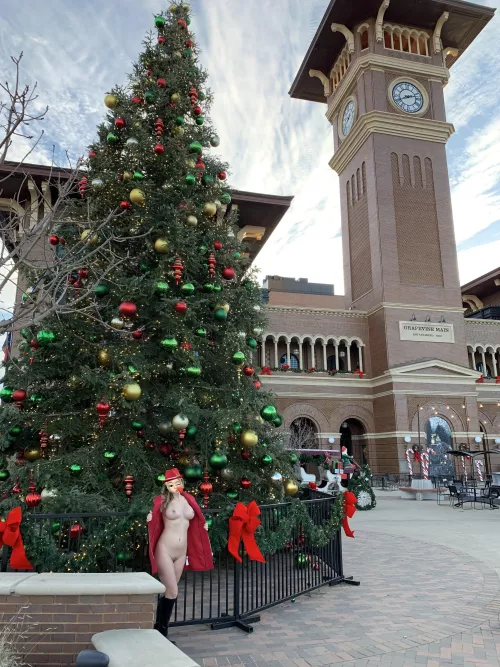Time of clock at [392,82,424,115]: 8:12
